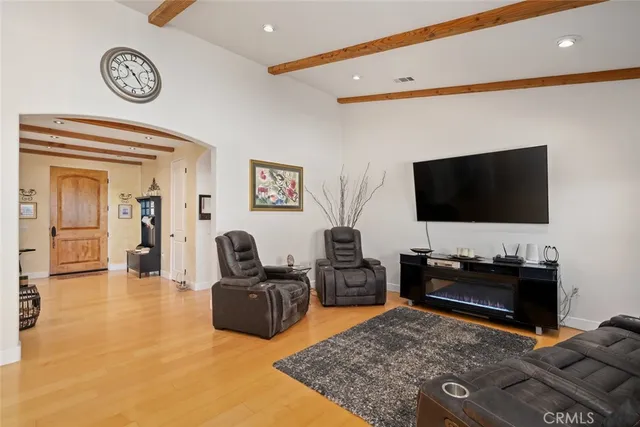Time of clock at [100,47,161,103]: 10:24
